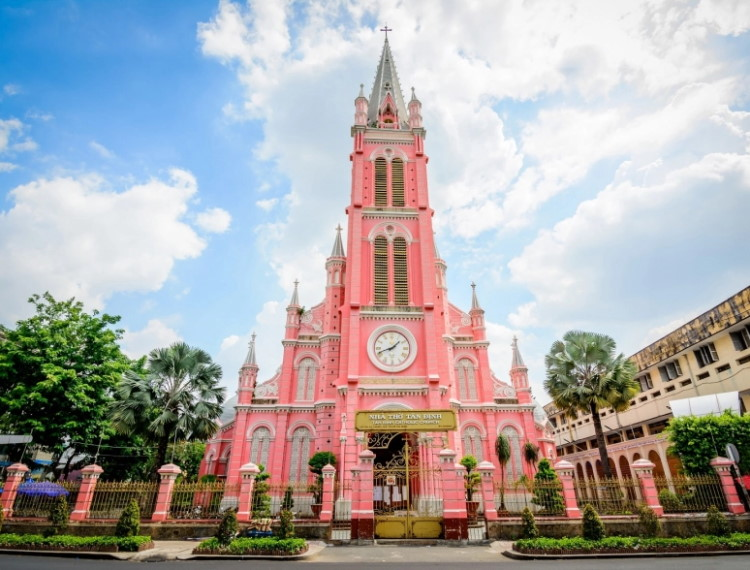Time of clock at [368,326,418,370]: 1:41
